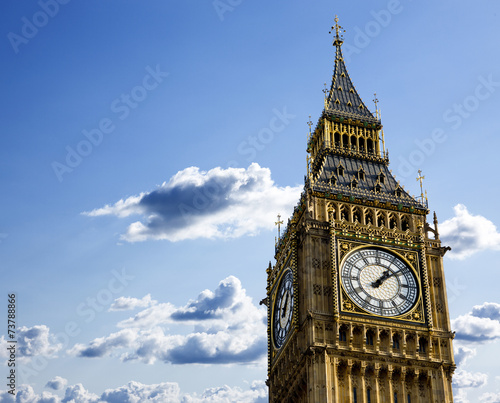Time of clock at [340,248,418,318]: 1:08
